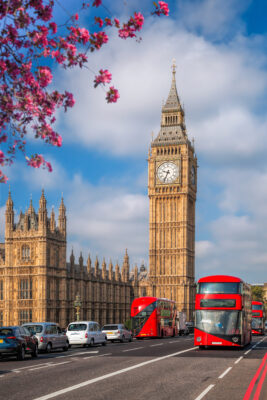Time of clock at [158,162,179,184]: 9:34
